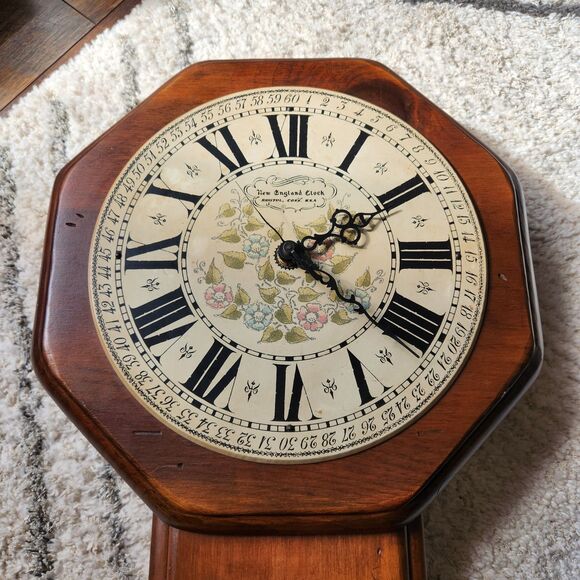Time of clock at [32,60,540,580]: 2:21
